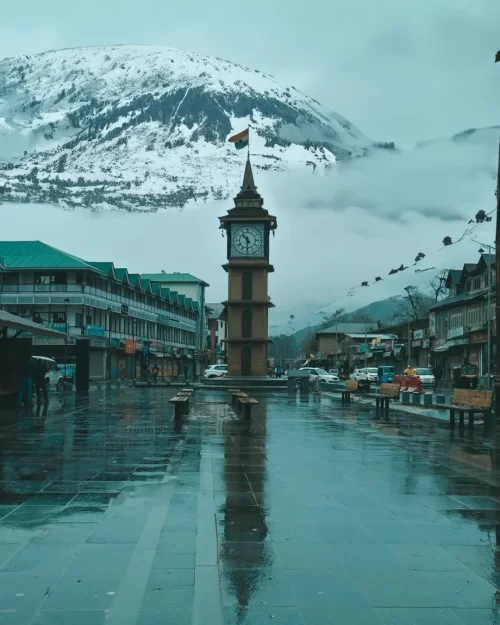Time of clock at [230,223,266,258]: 10:30
